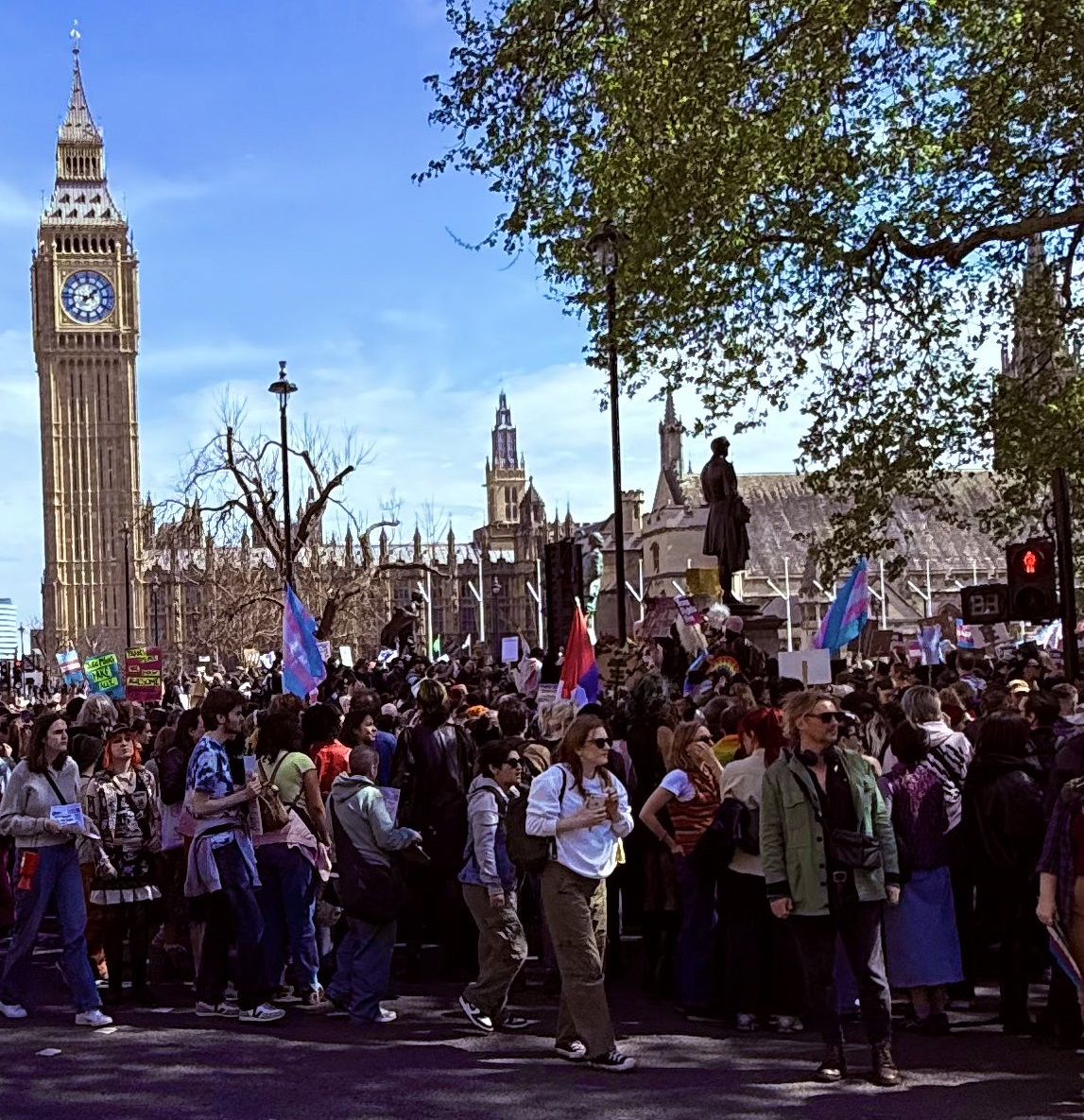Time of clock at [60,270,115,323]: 1:46
